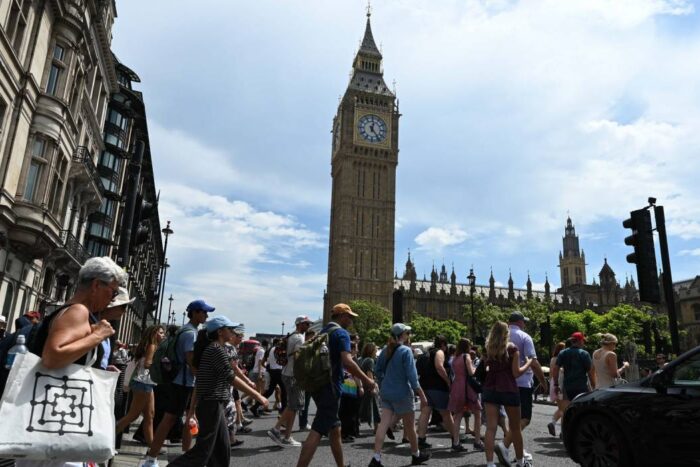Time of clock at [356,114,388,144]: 12:23
